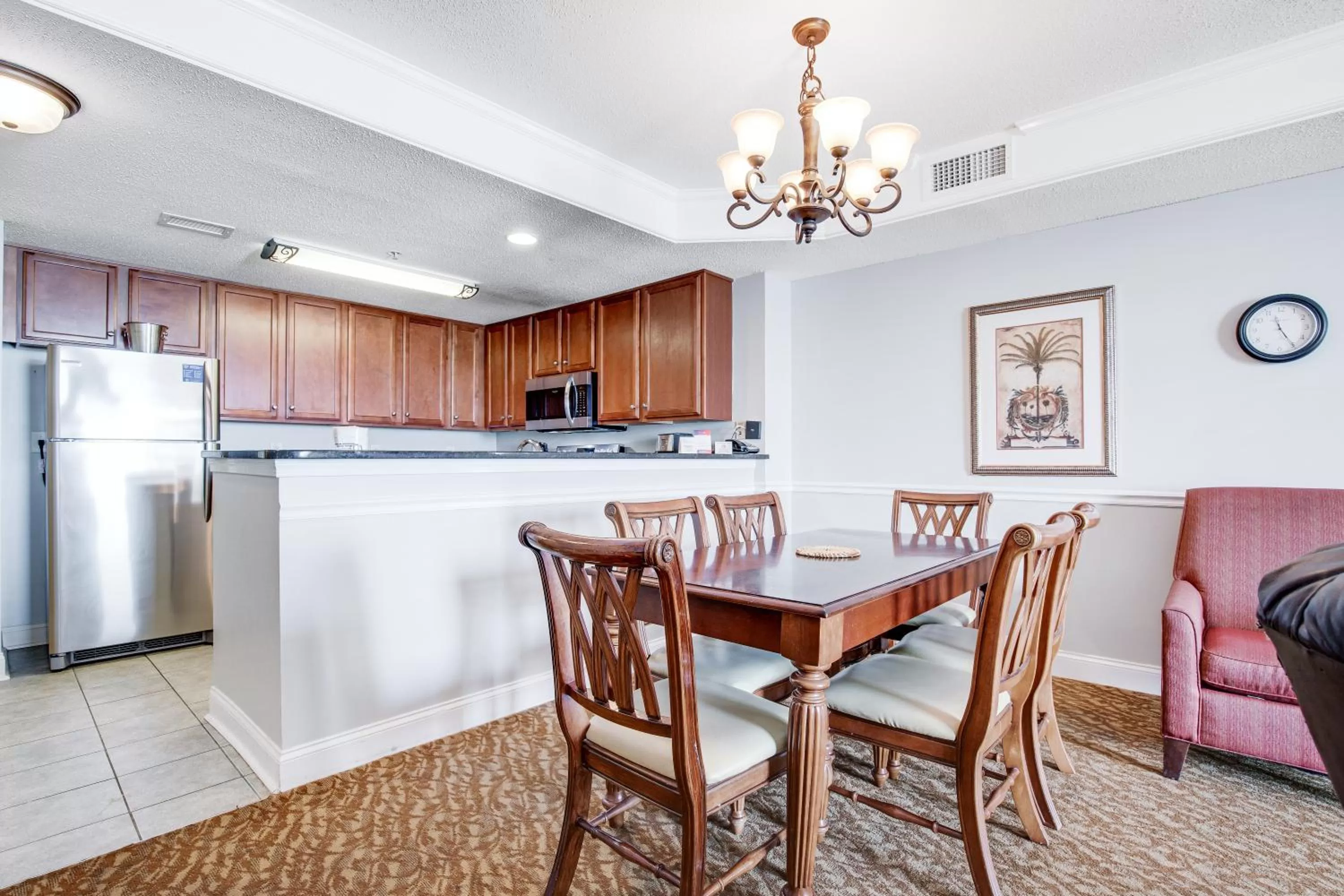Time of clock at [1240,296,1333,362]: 11:24
